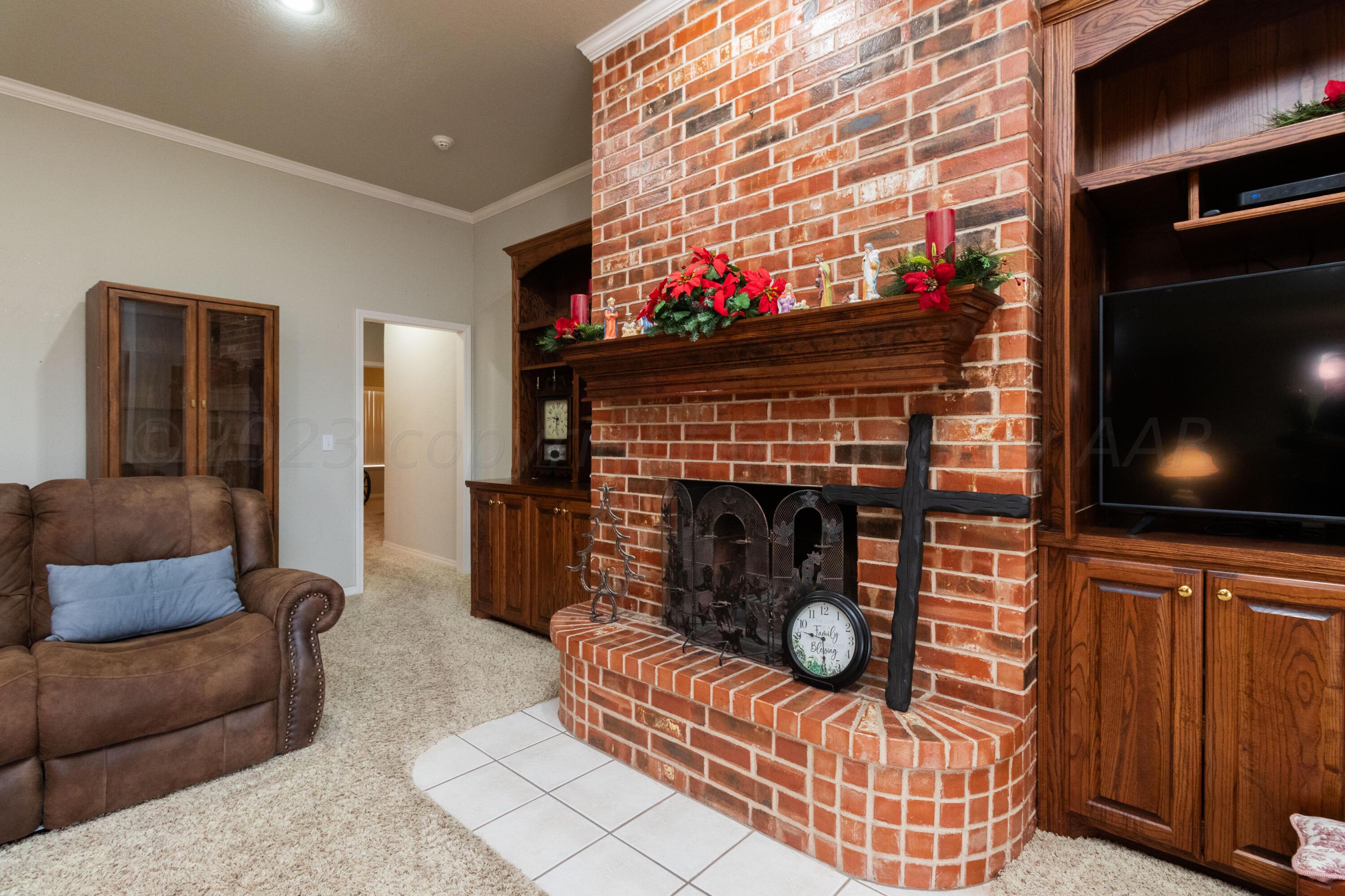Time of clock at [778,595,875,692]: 9:29
